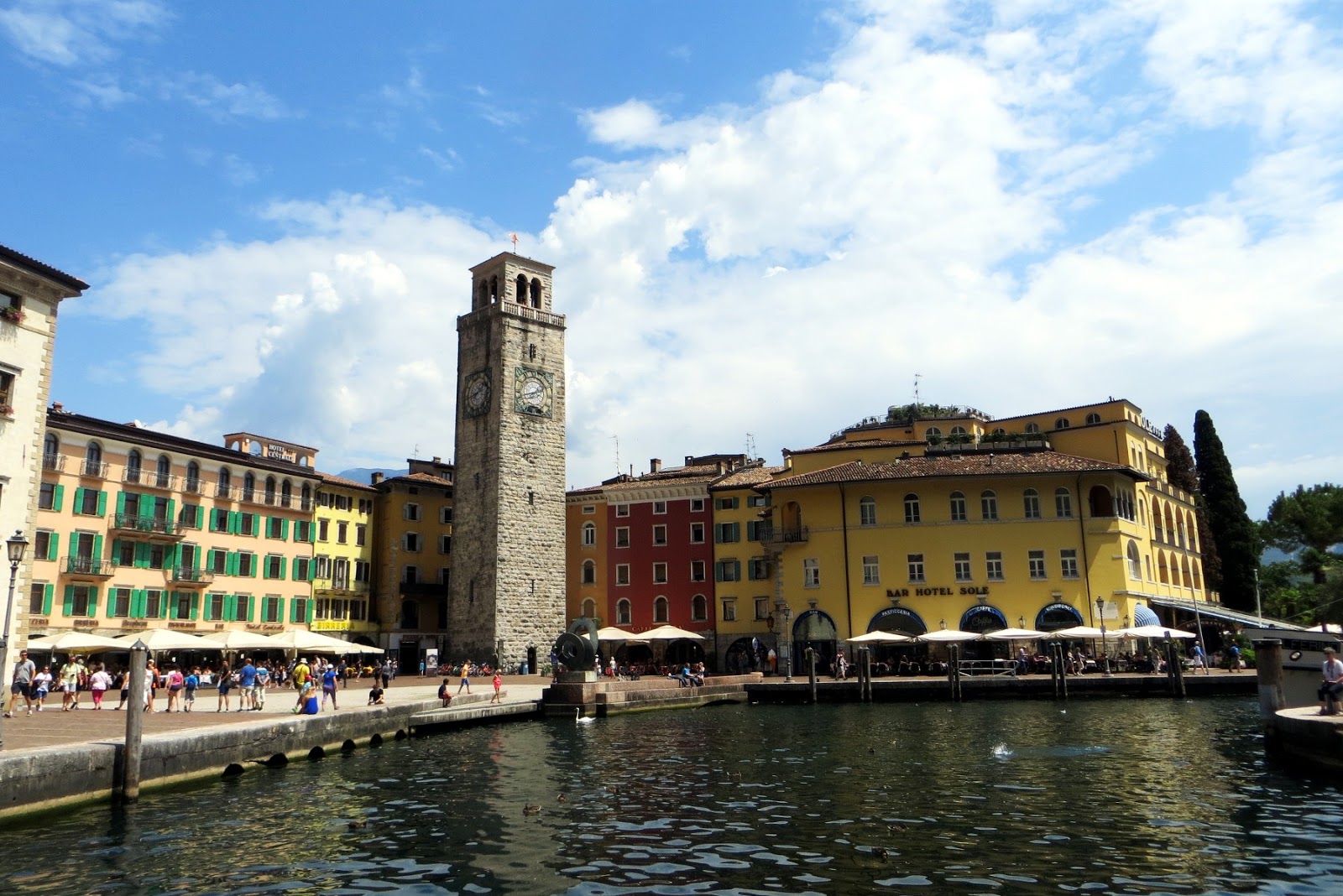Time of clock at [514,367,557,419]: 1:42
